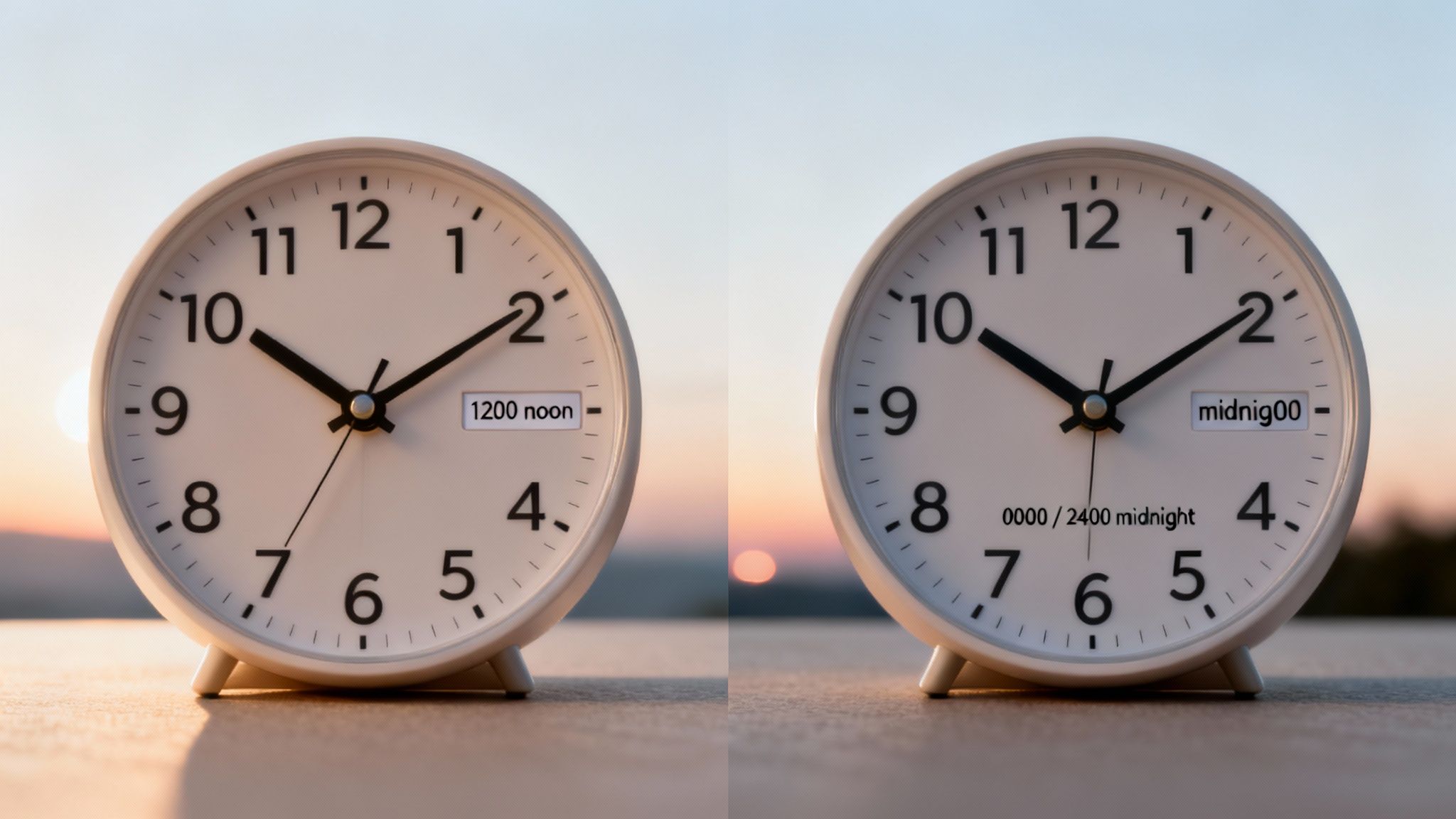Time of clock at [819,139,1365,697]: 10:09
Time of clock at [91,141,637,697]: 10:09
